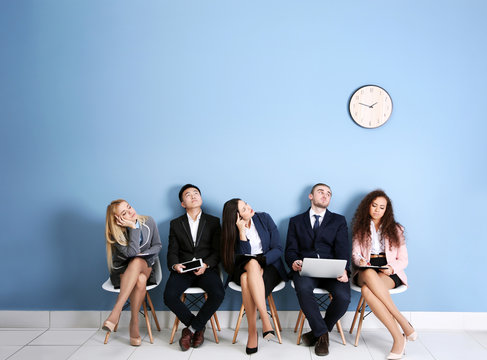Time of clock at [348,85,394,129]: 1:47
